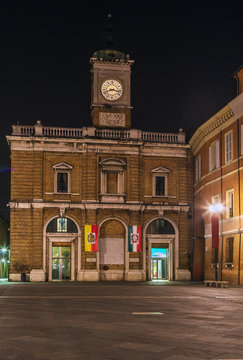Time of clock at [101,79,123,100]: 8:17
